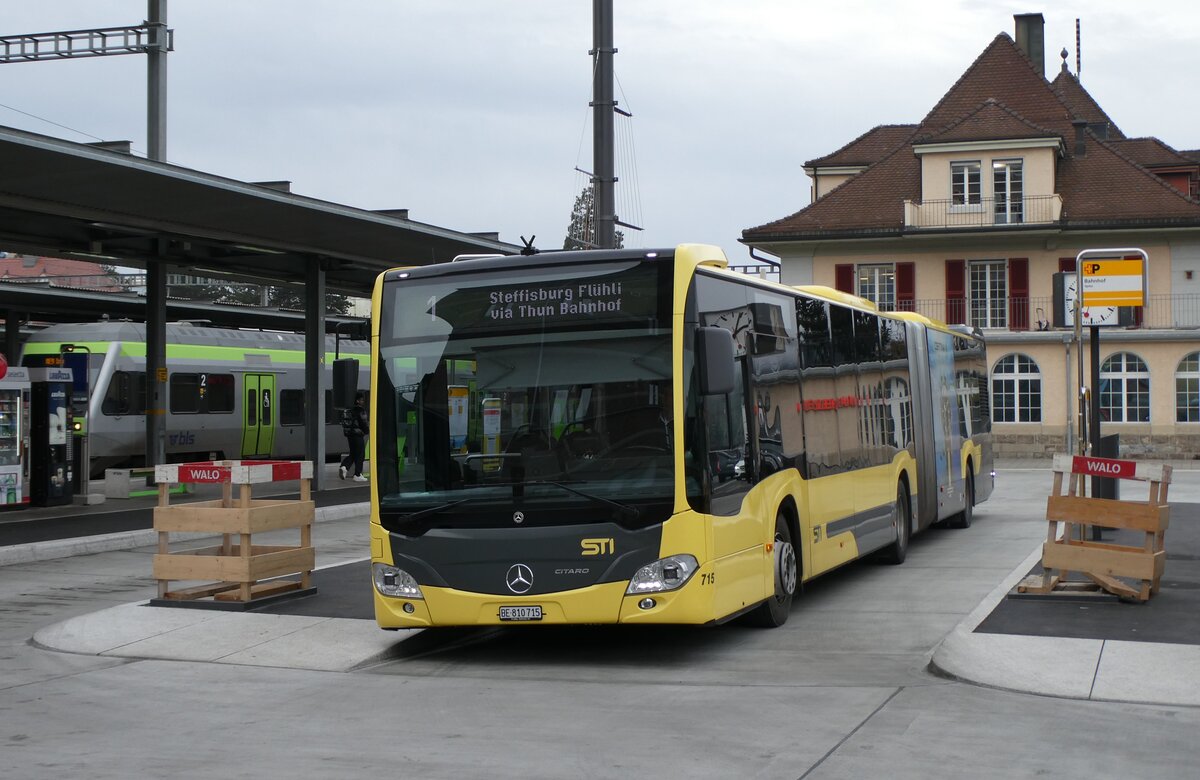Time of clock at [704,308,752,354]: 2:03
